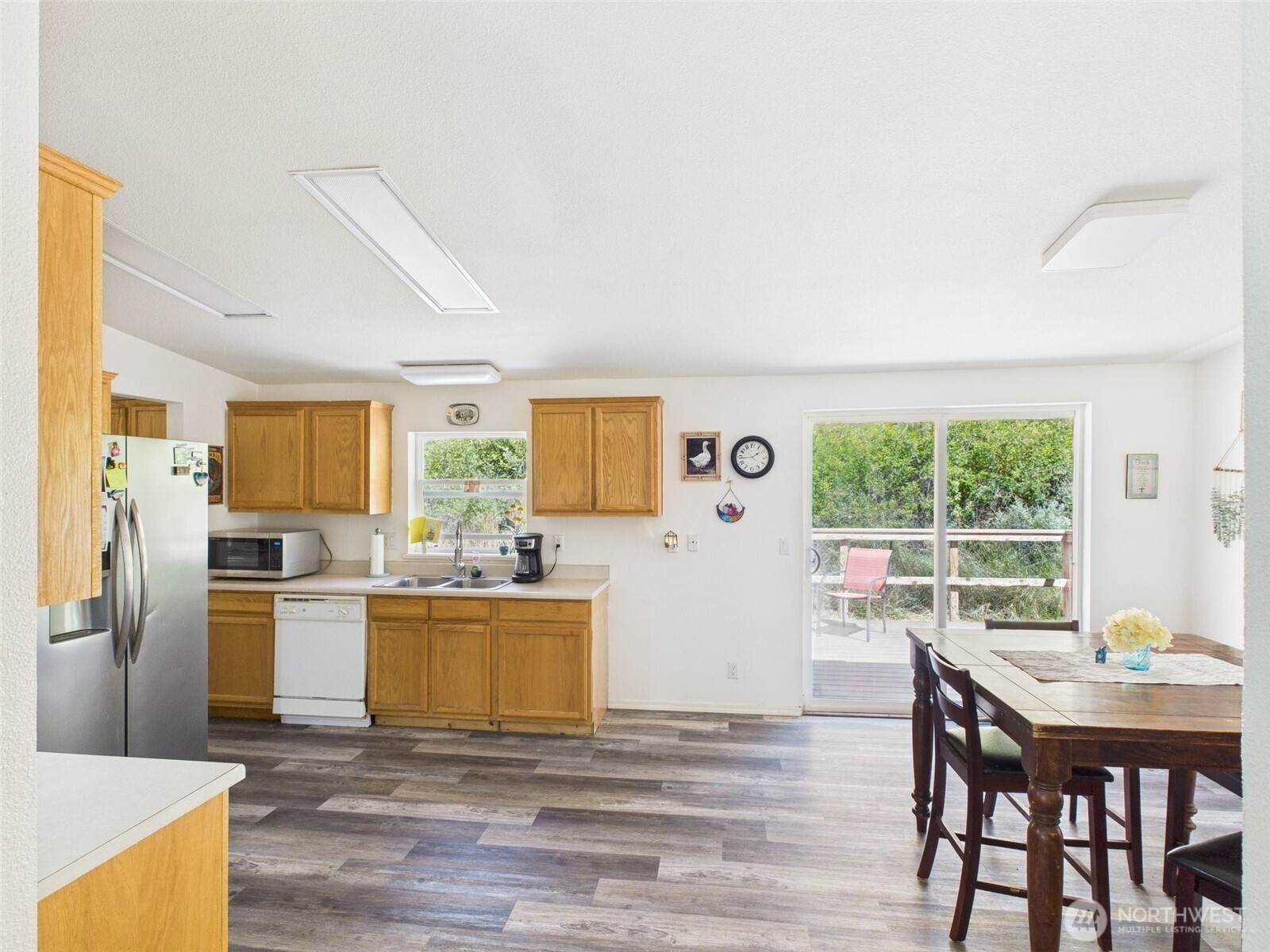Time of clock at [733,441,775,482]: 1:43
